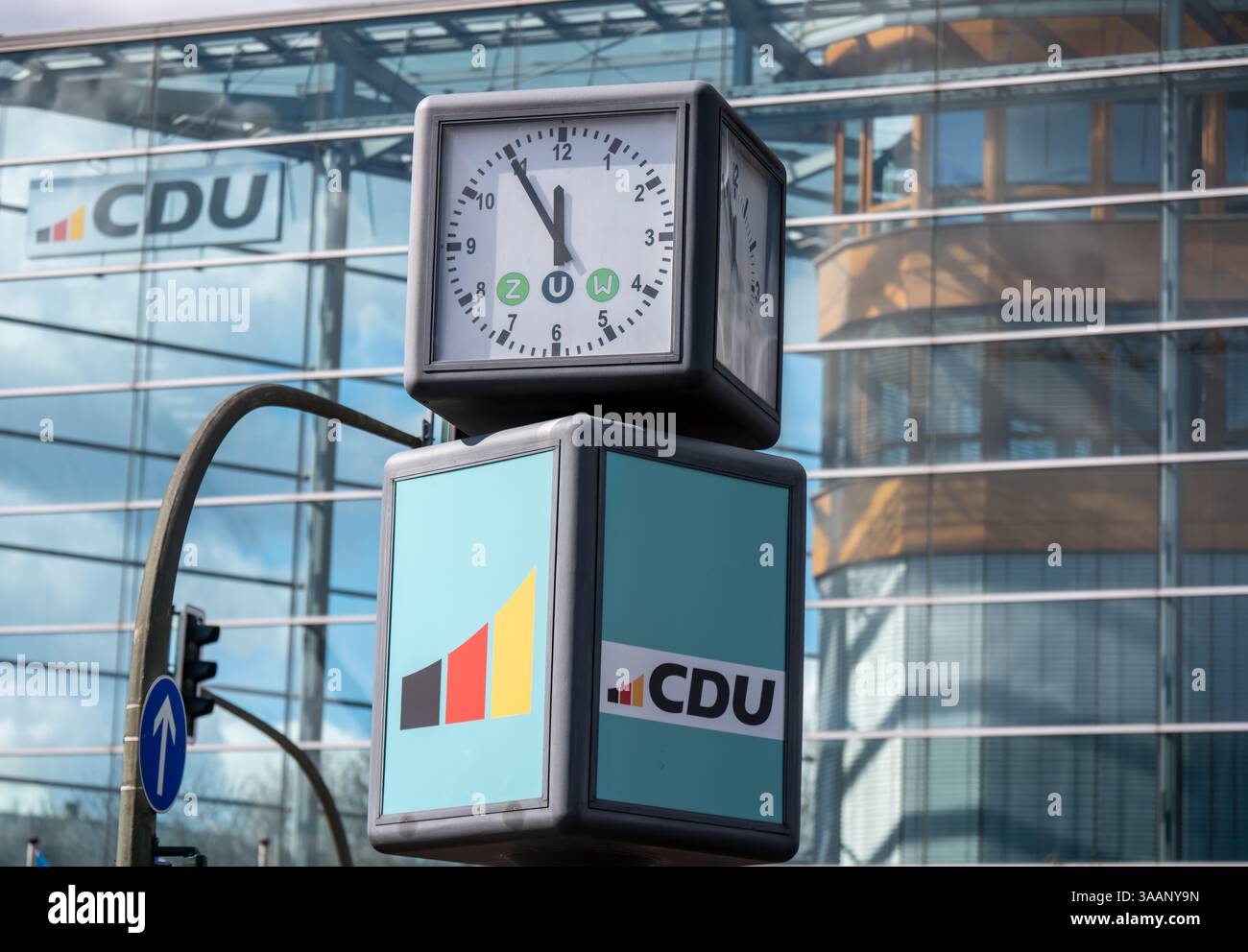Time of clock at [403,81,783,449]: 11:54
